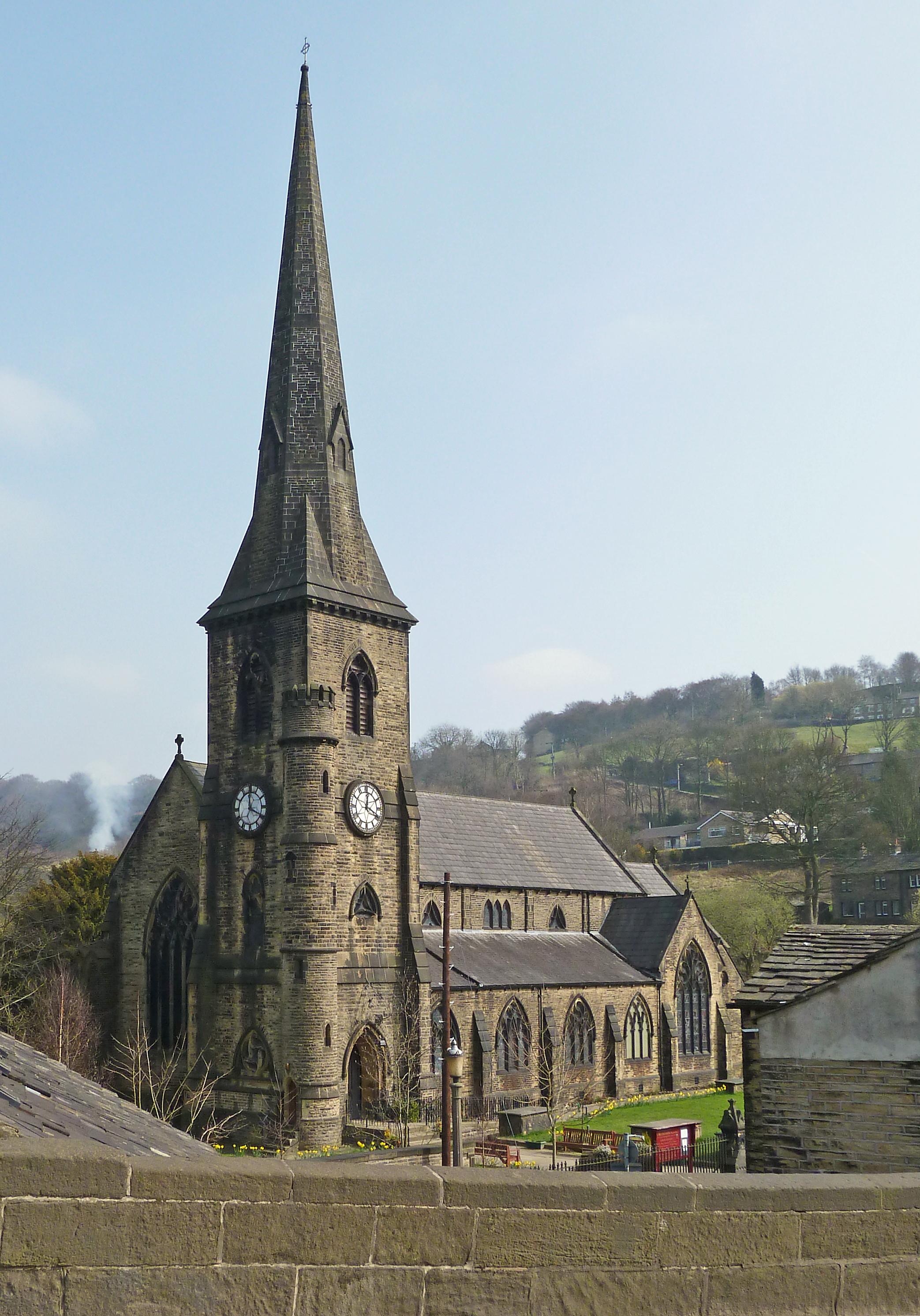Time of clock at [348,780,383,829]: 12:19
